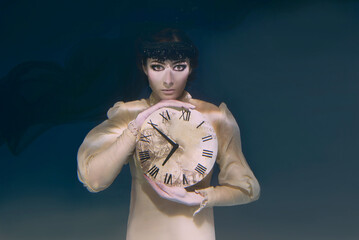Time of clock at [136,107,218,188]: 6:50
